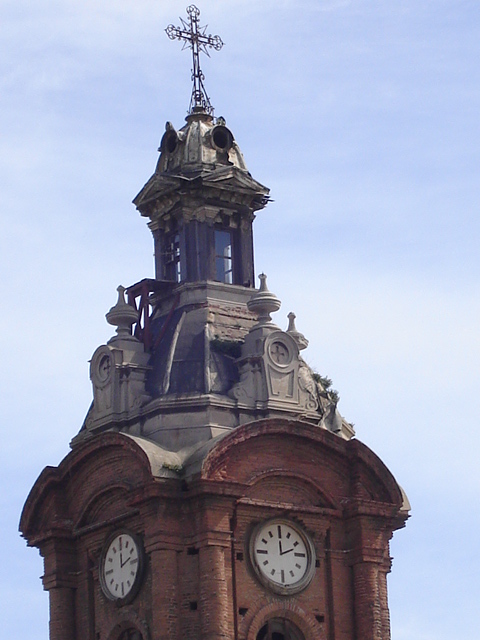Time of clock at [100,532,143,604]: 12:12
